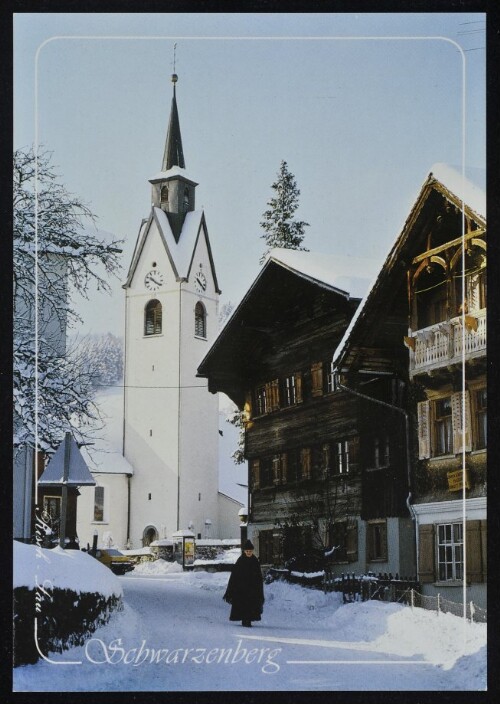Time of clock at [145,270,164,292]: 10:21
